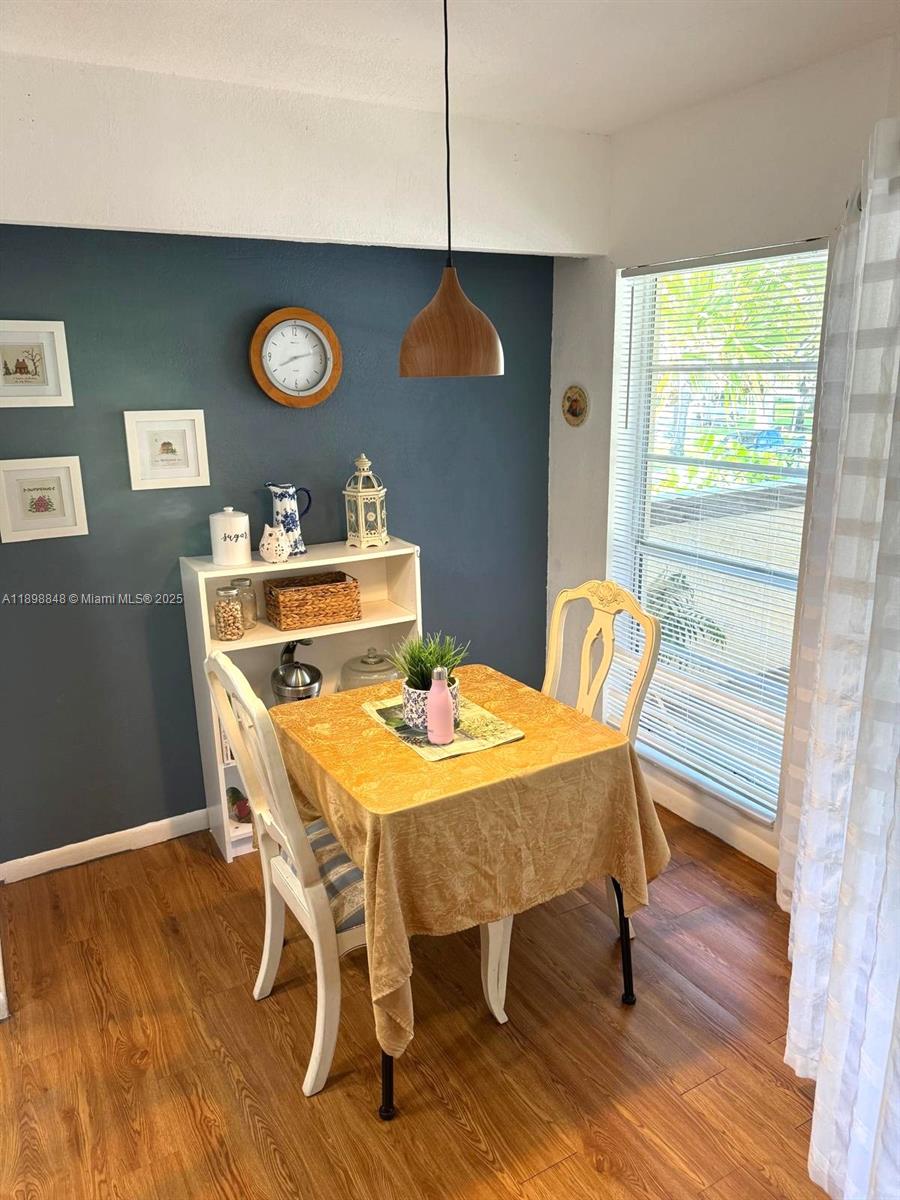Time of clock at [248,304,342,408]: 8:12
